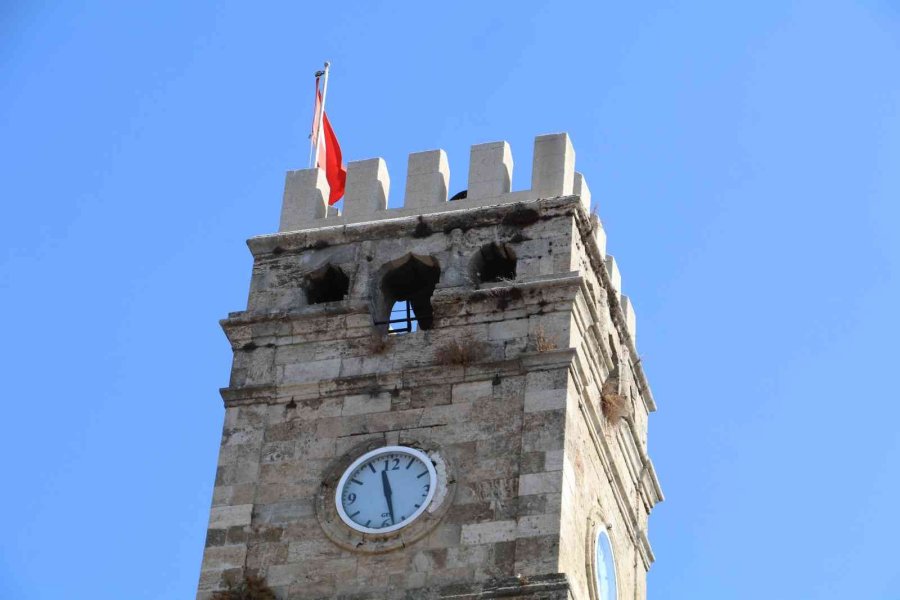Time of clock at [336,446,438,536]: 11:27
